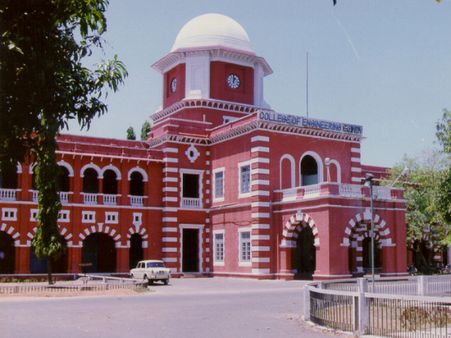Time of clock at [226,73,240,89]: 1:00
